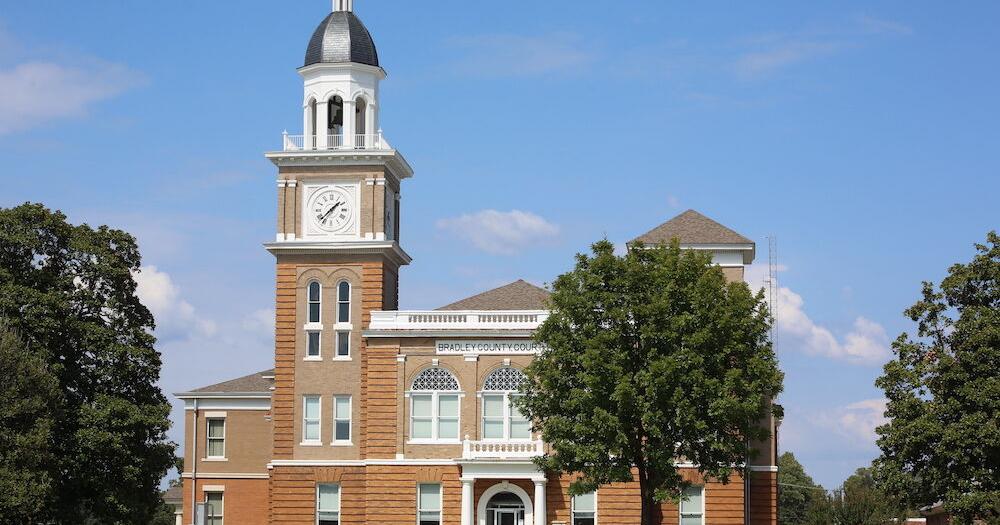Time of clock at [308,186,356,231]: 1:37
